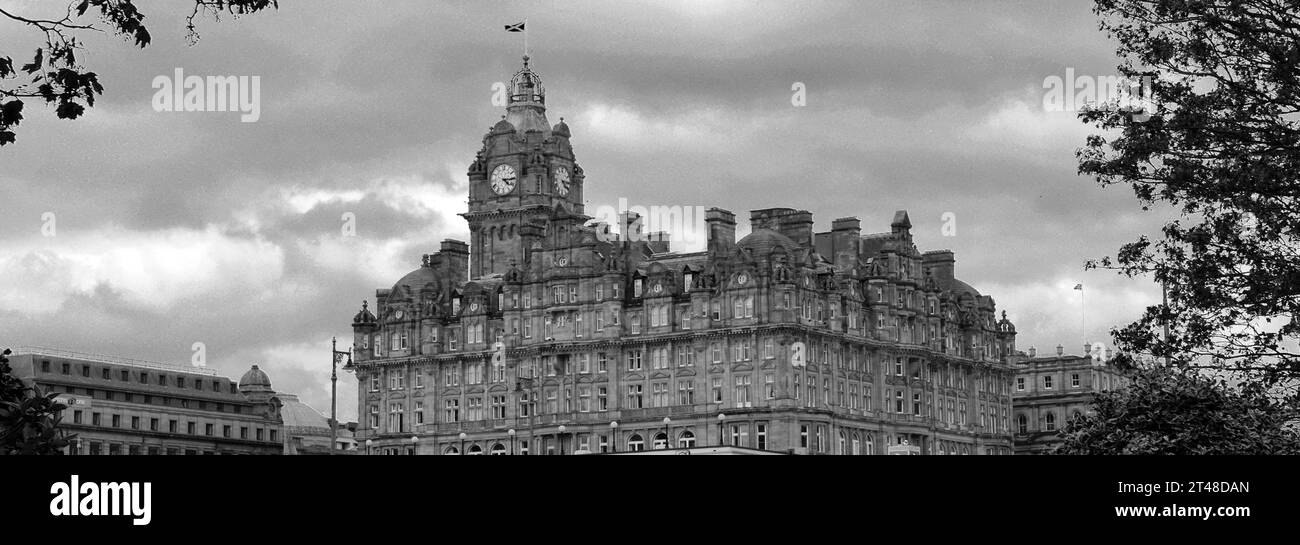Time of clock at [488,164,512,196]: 4:14
